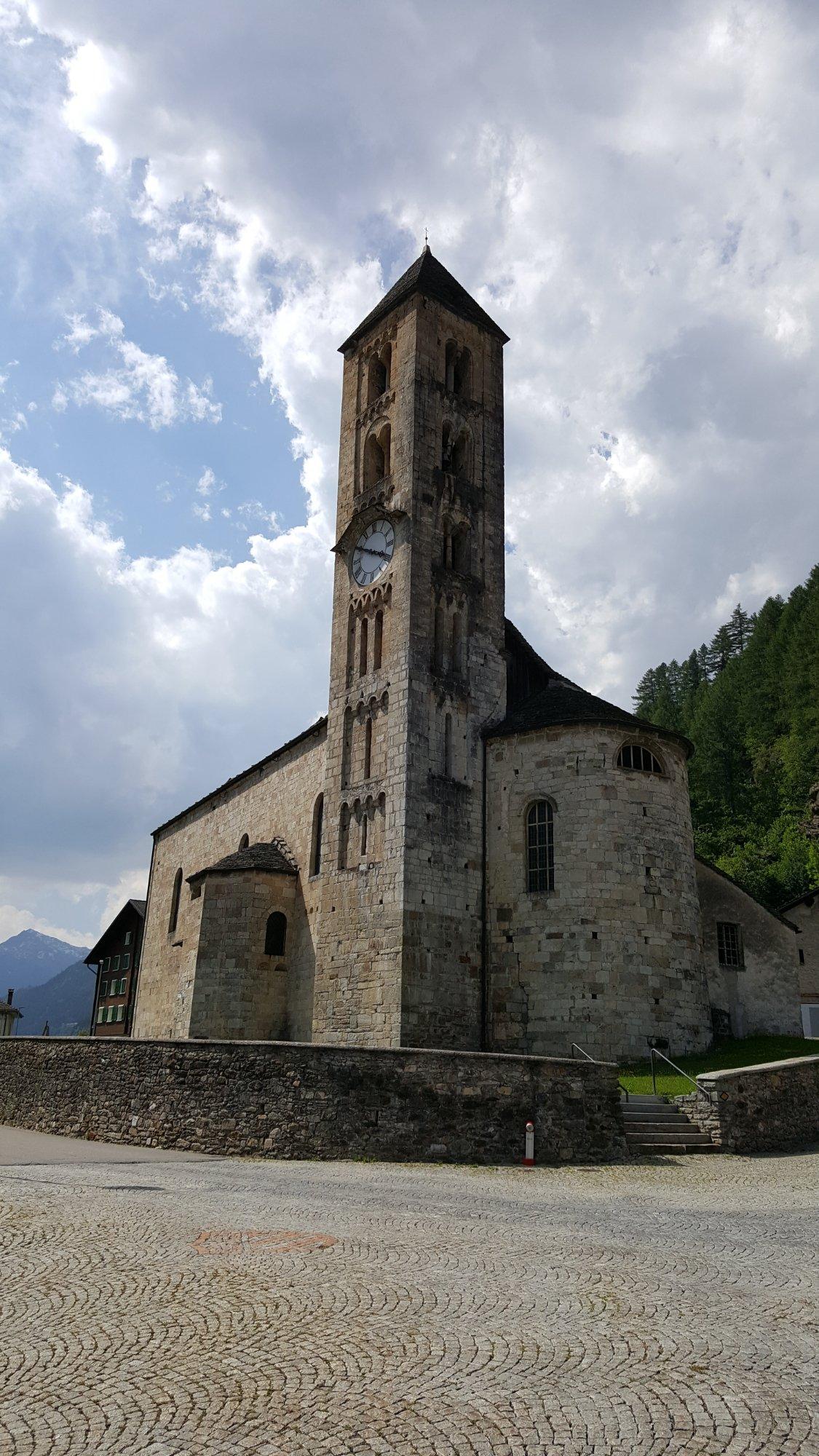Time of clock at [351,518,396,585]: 3:49
